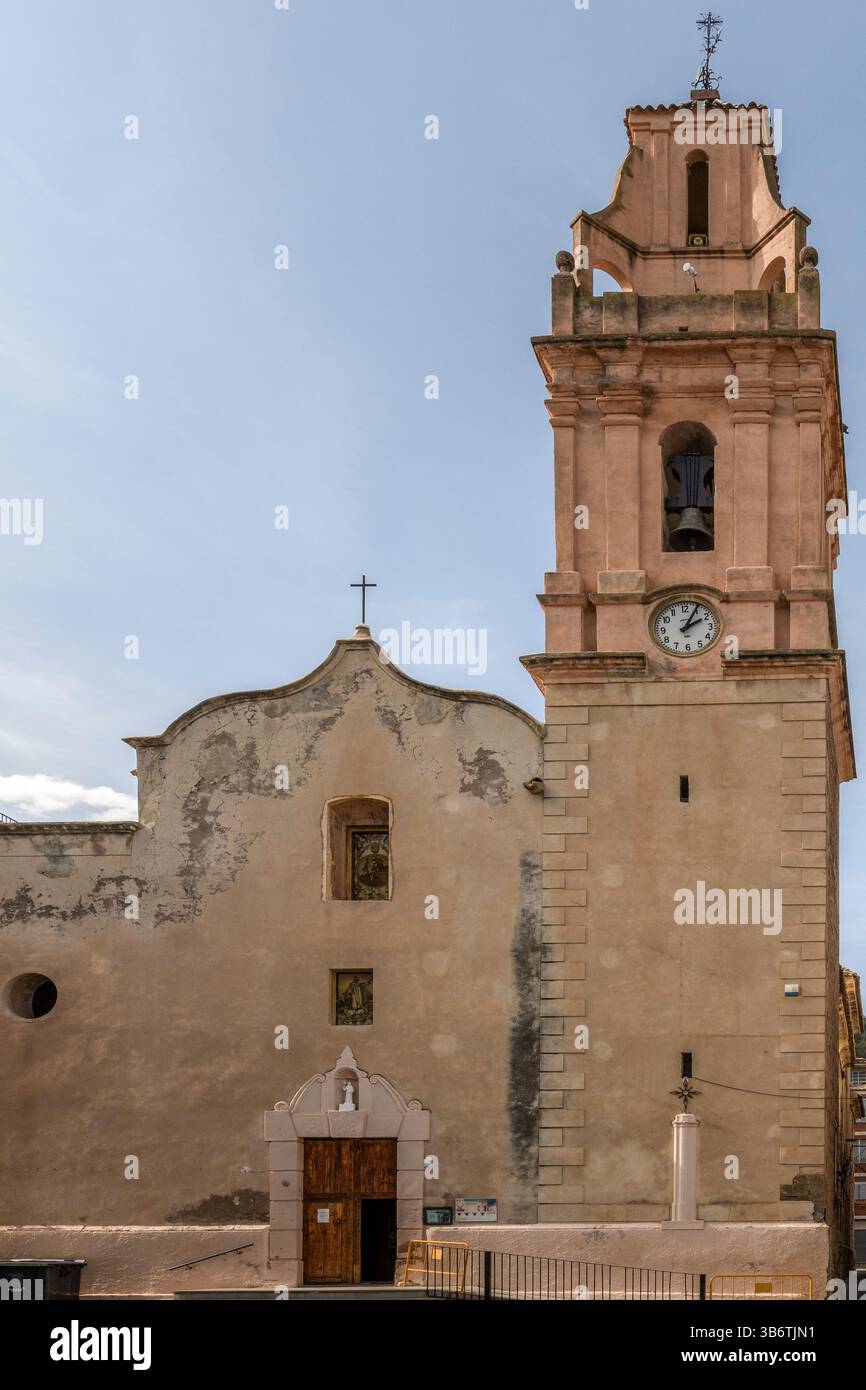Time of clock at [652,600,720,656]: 2:04
